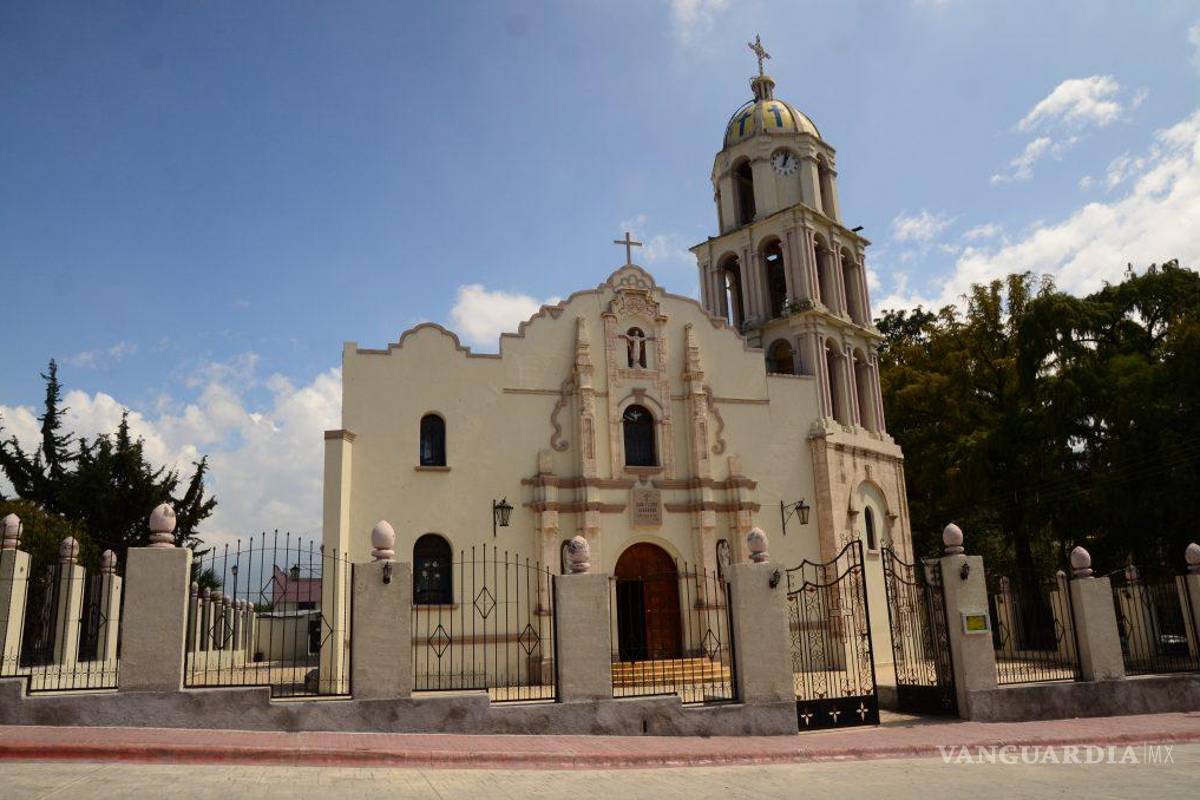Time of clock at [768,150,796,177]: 1:02
